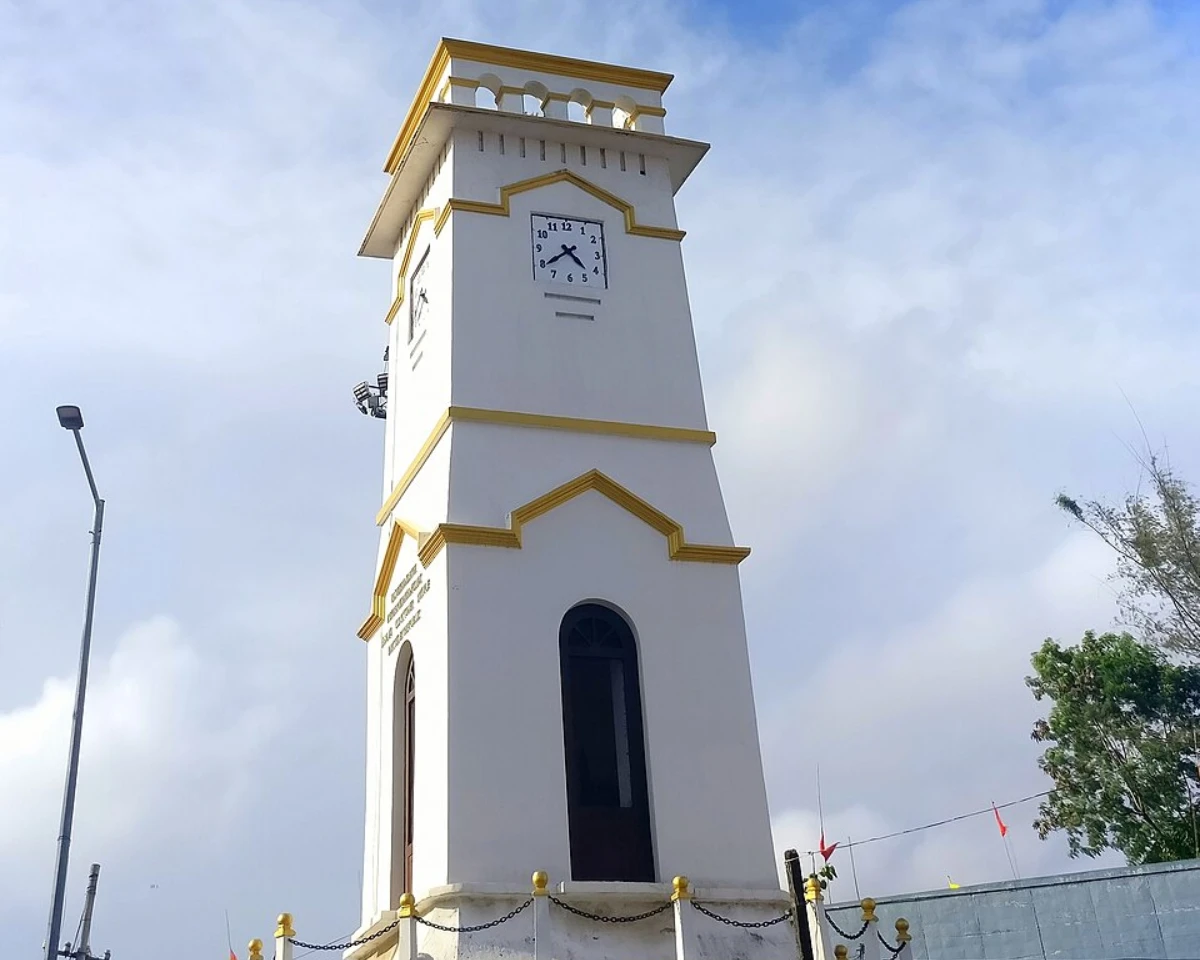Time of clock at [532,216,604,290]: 4:39
